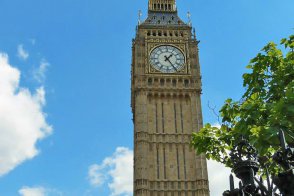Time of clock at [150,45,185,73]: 1:24
